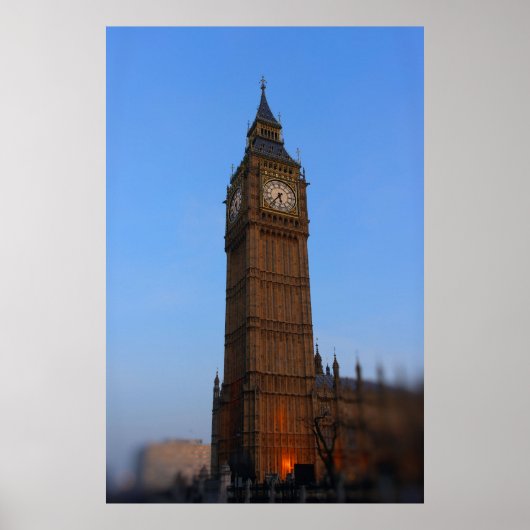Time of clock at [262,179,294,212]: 5:36
